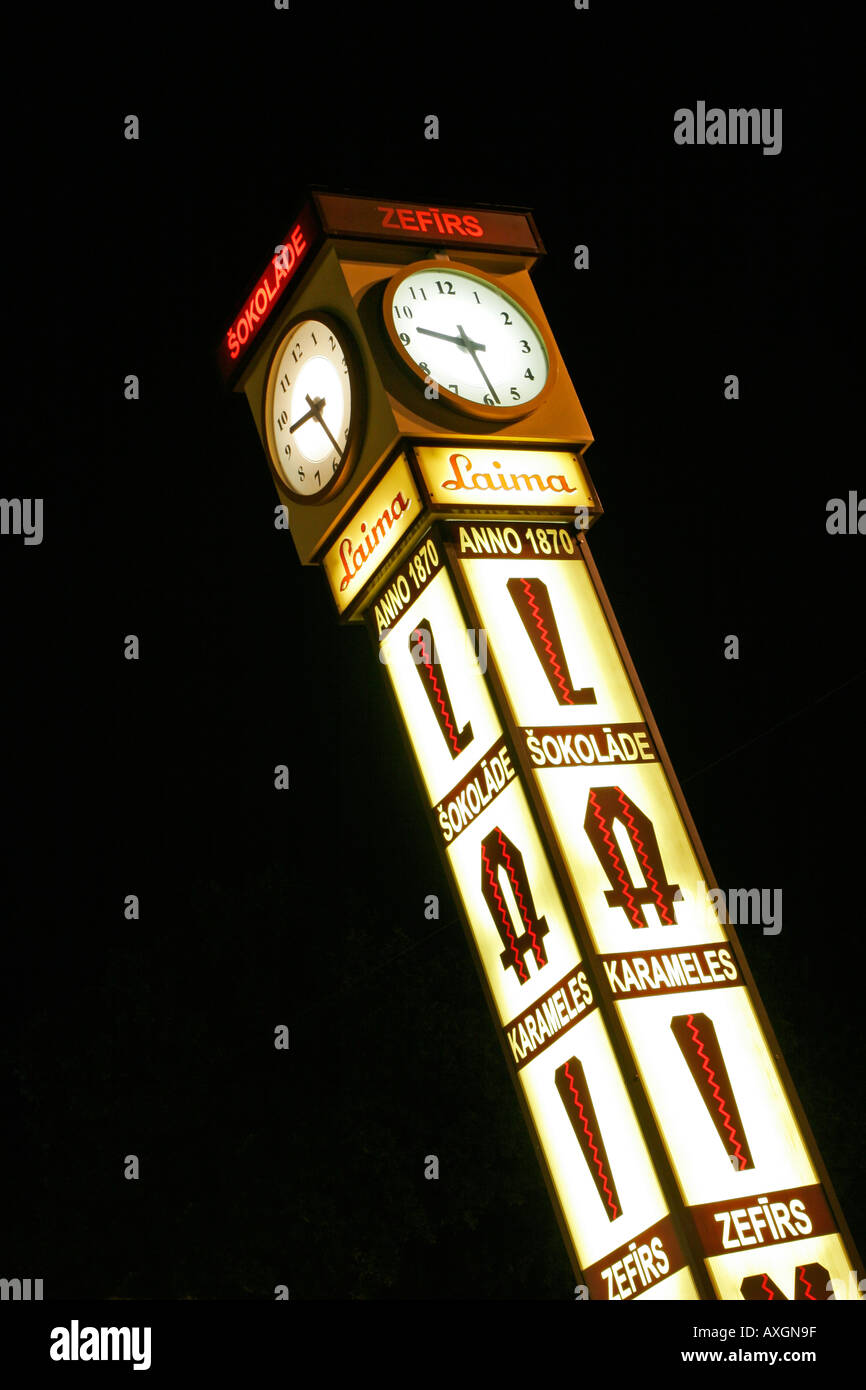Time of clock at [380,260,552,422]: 9:28
